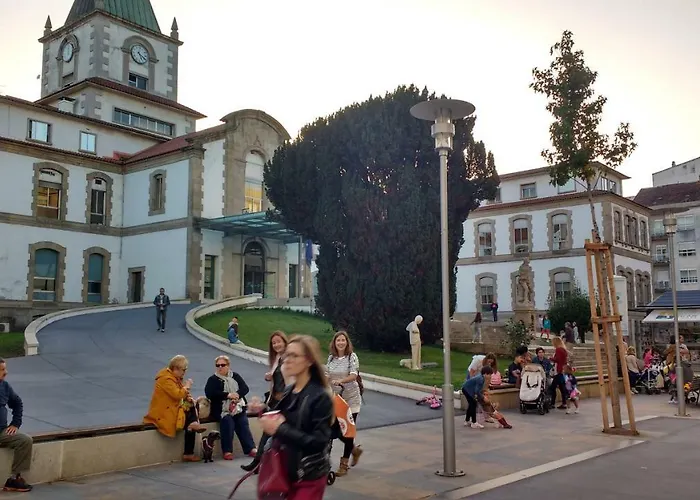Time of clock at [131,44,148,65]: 5:20
